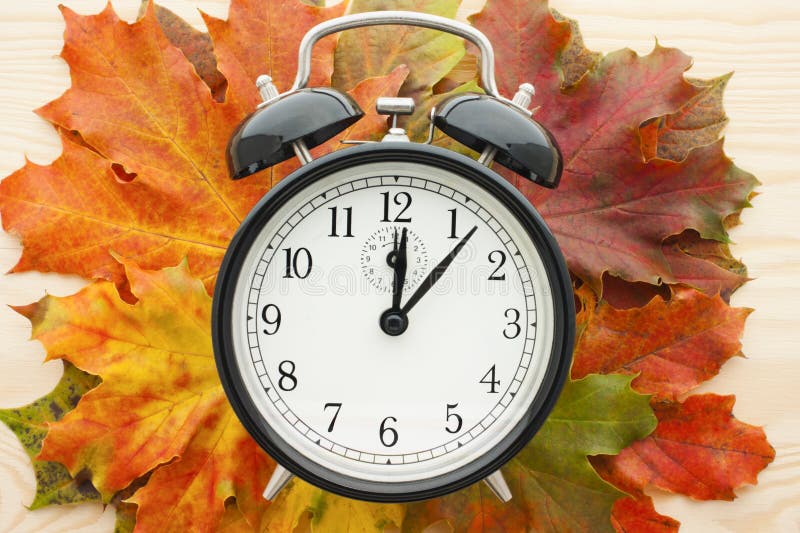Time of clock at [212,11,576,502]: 12:06
